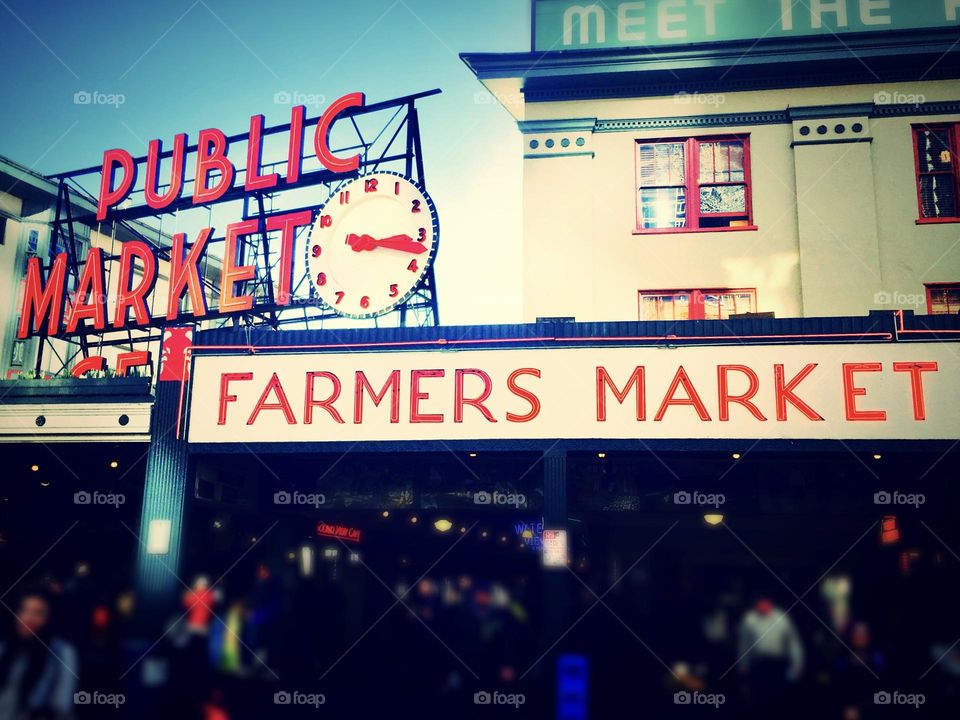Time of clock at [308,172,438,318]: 3:17
